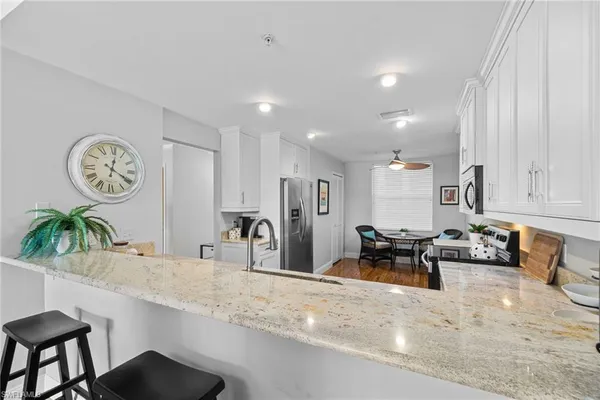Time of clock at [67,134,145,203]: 12:20
